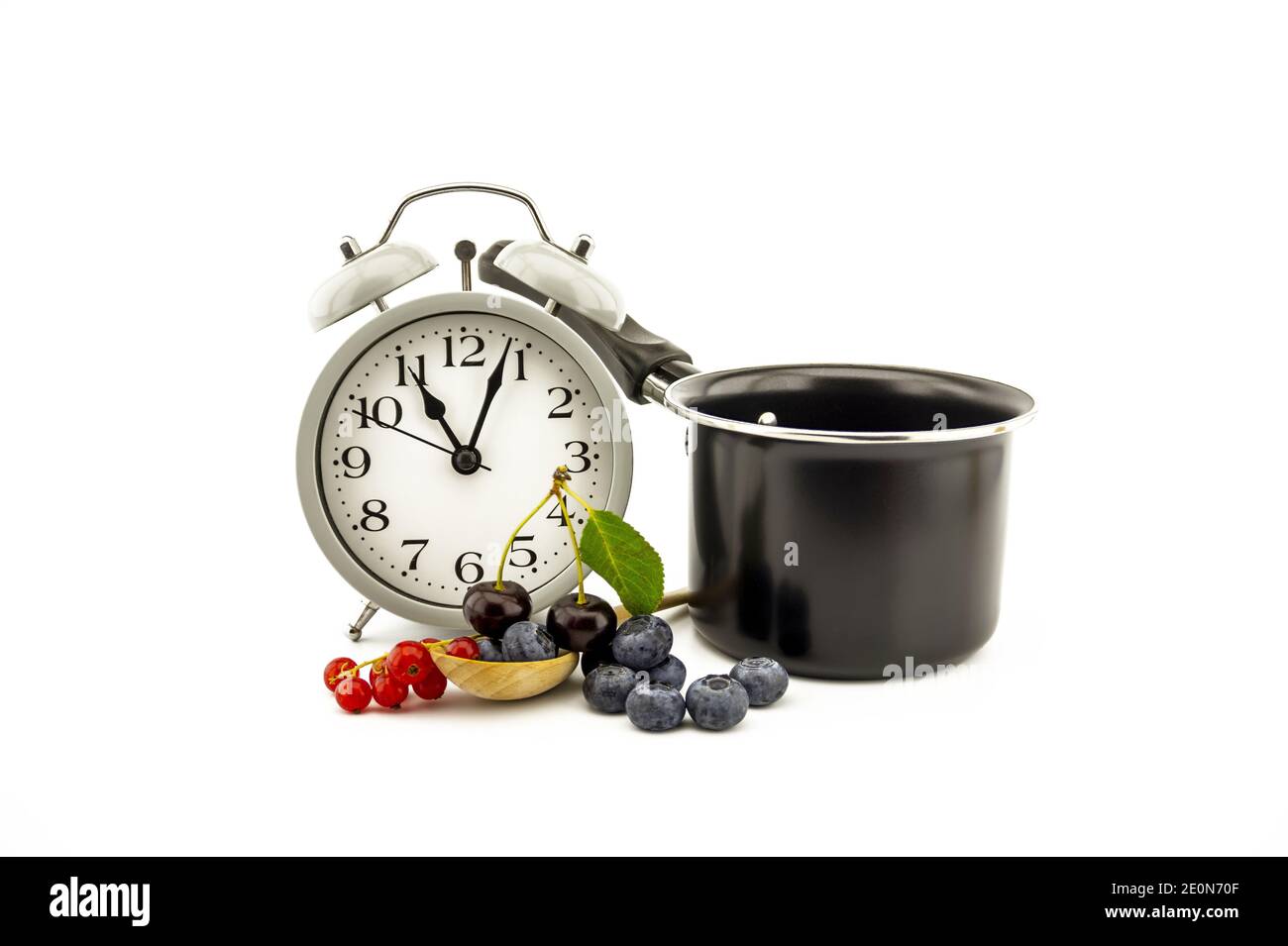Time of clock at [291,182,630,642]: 11:03
